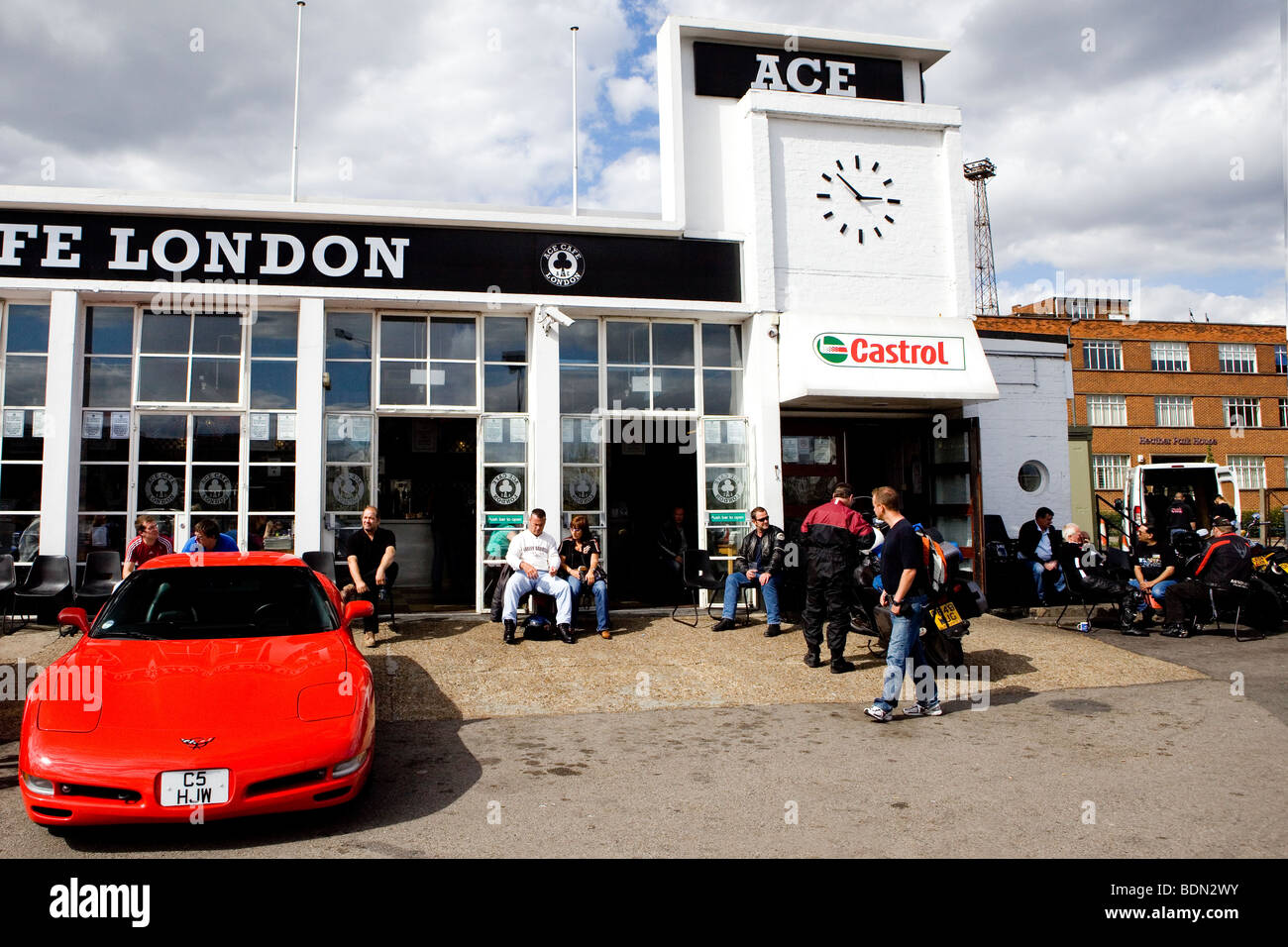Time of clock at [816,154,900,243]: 2:52
